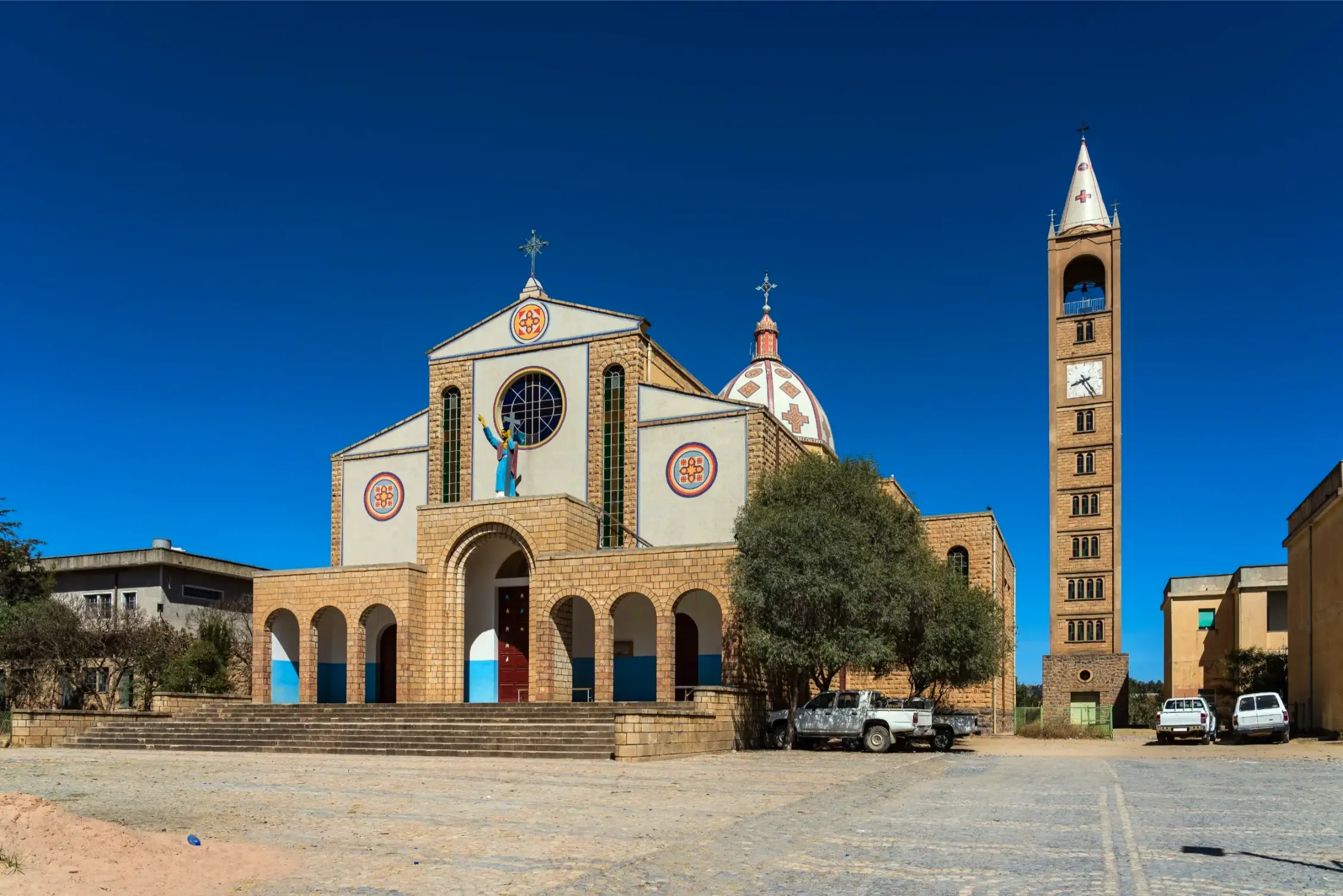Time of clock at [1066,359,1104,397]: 8:24
